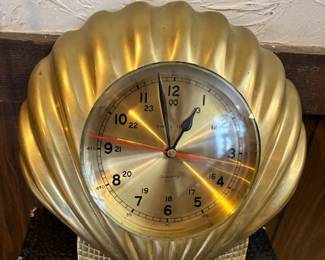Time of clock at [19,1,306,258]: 12:57
